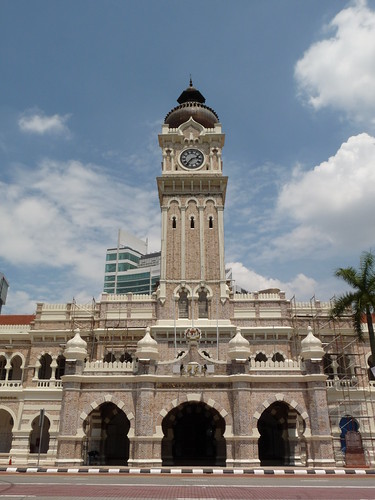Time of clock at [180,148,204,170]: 2:36
